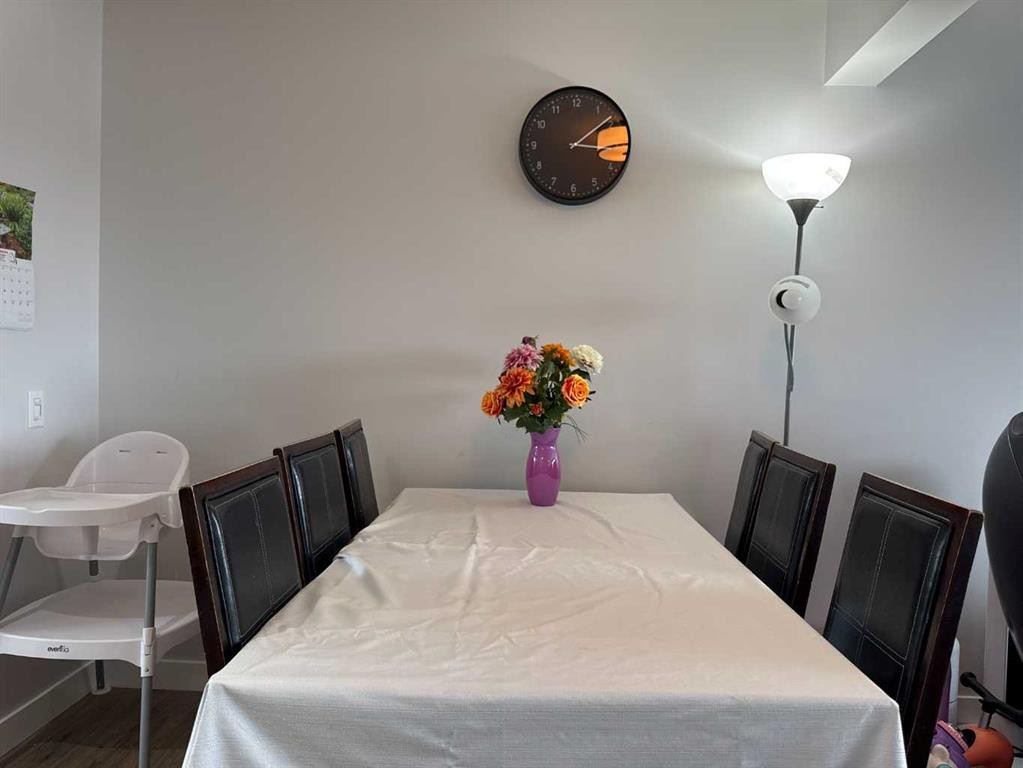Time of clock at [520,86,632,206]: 3:08
